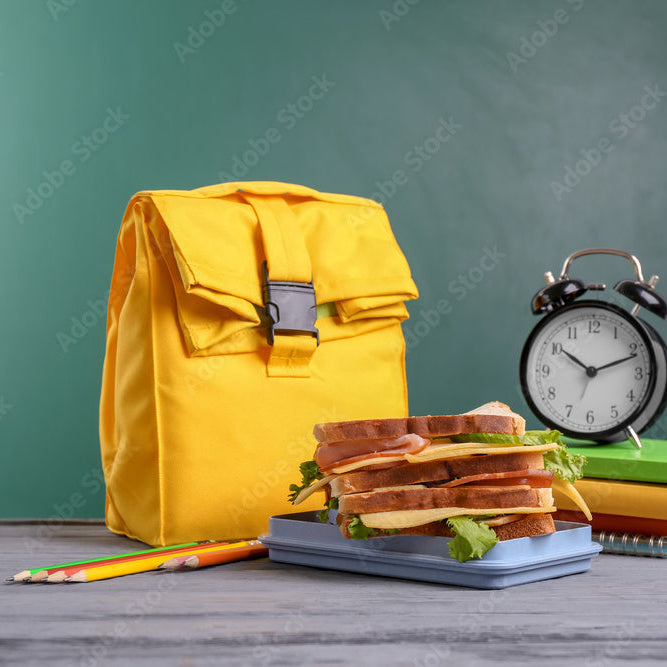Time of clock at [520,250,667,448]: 10:11
